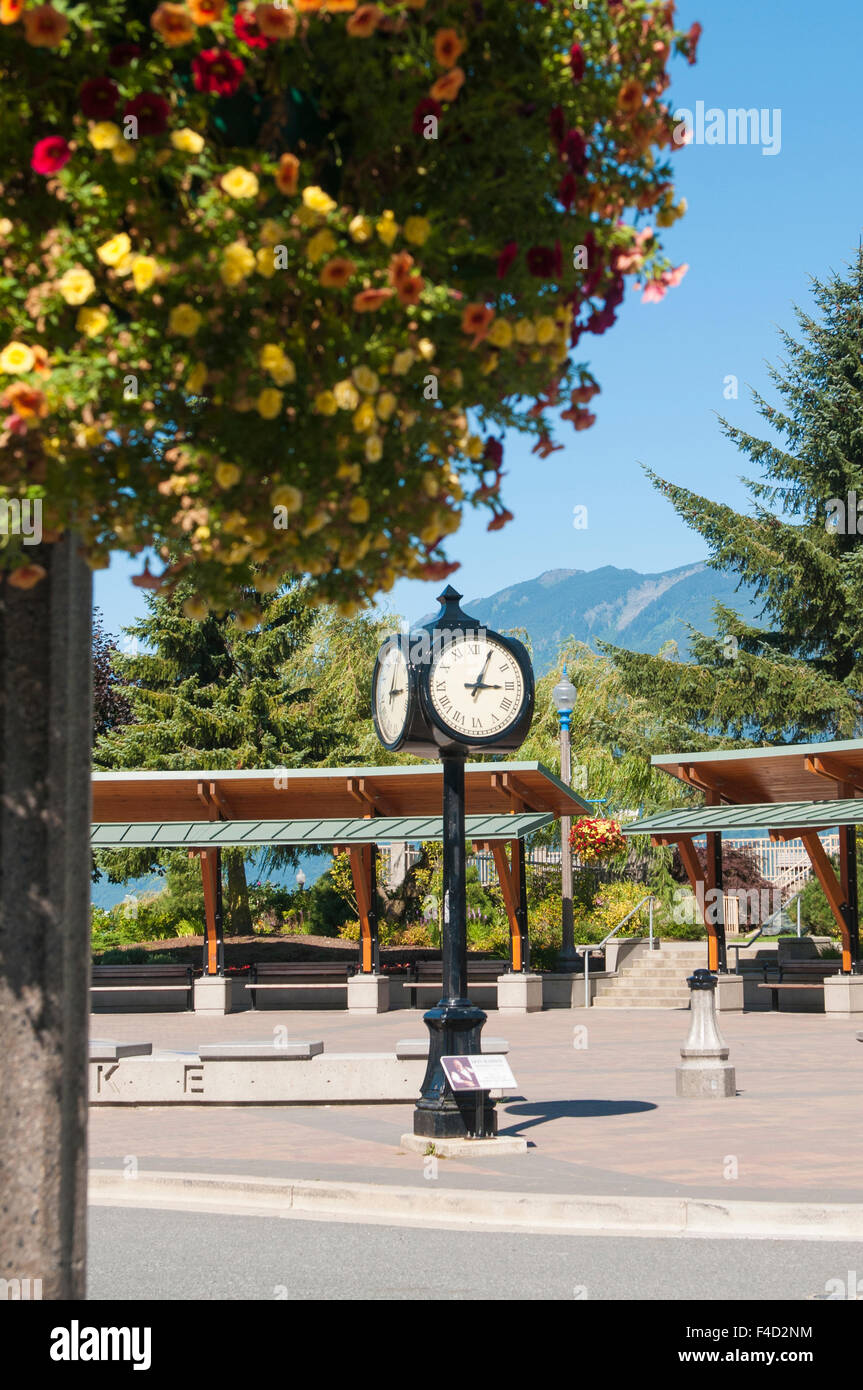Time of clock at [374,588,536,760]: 3:04
